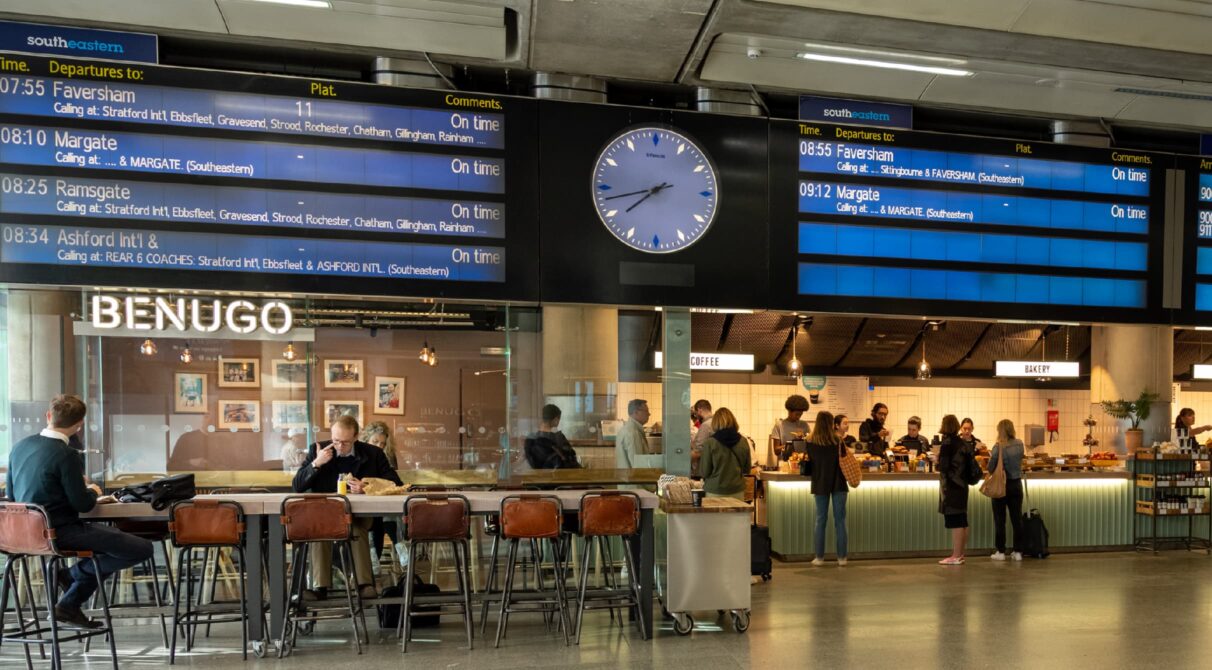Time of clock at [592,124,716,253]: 7:42
